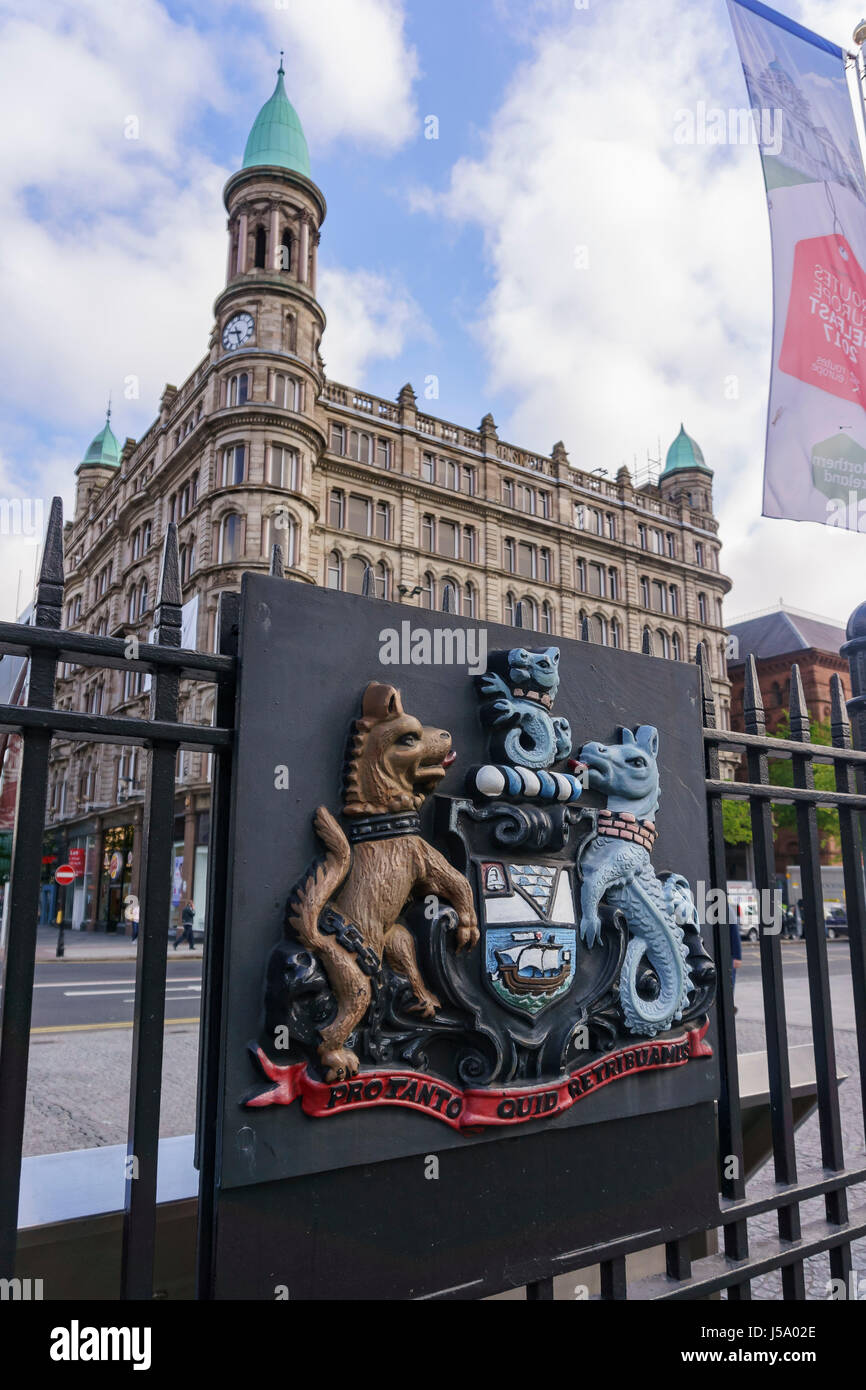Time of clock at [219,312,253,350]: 9:27
